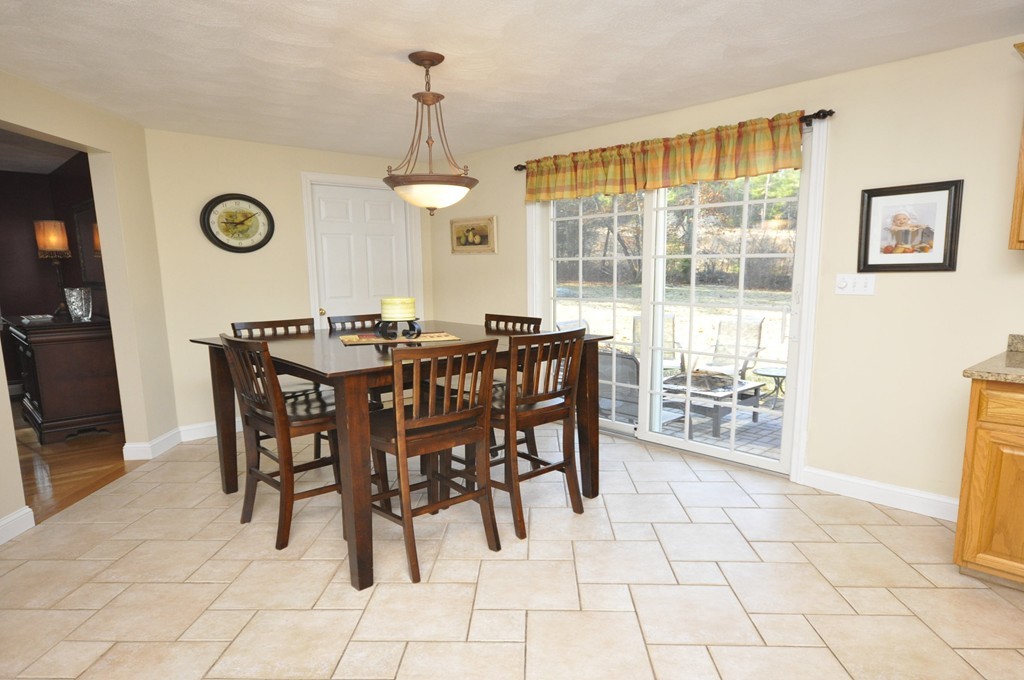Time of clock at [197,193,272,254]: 9:09
